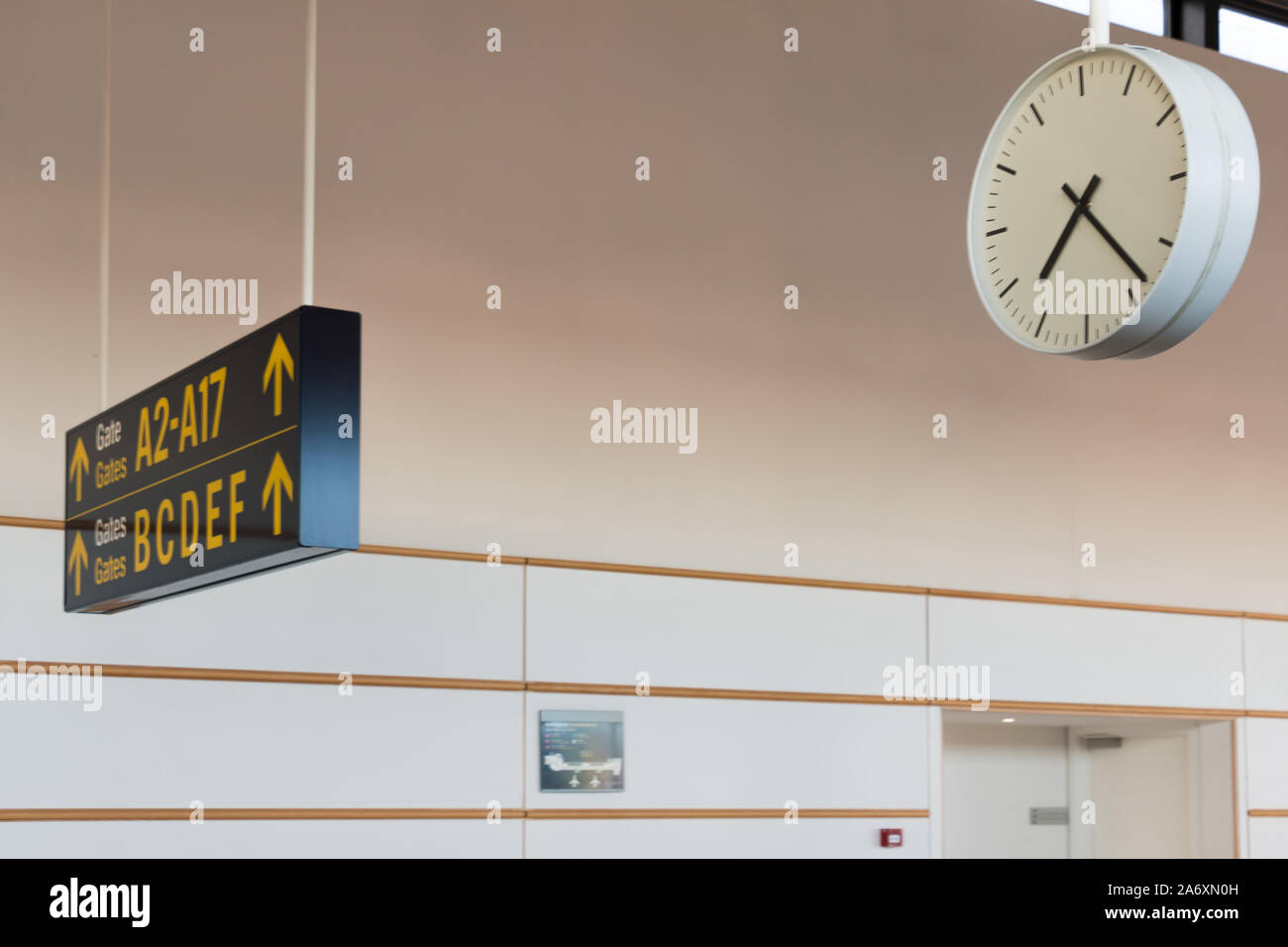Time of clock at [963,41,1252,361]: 7:23
